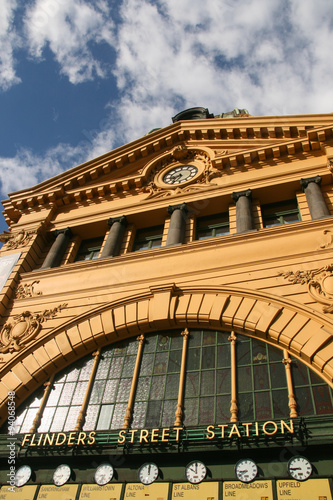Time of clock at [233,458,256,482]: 8:38
